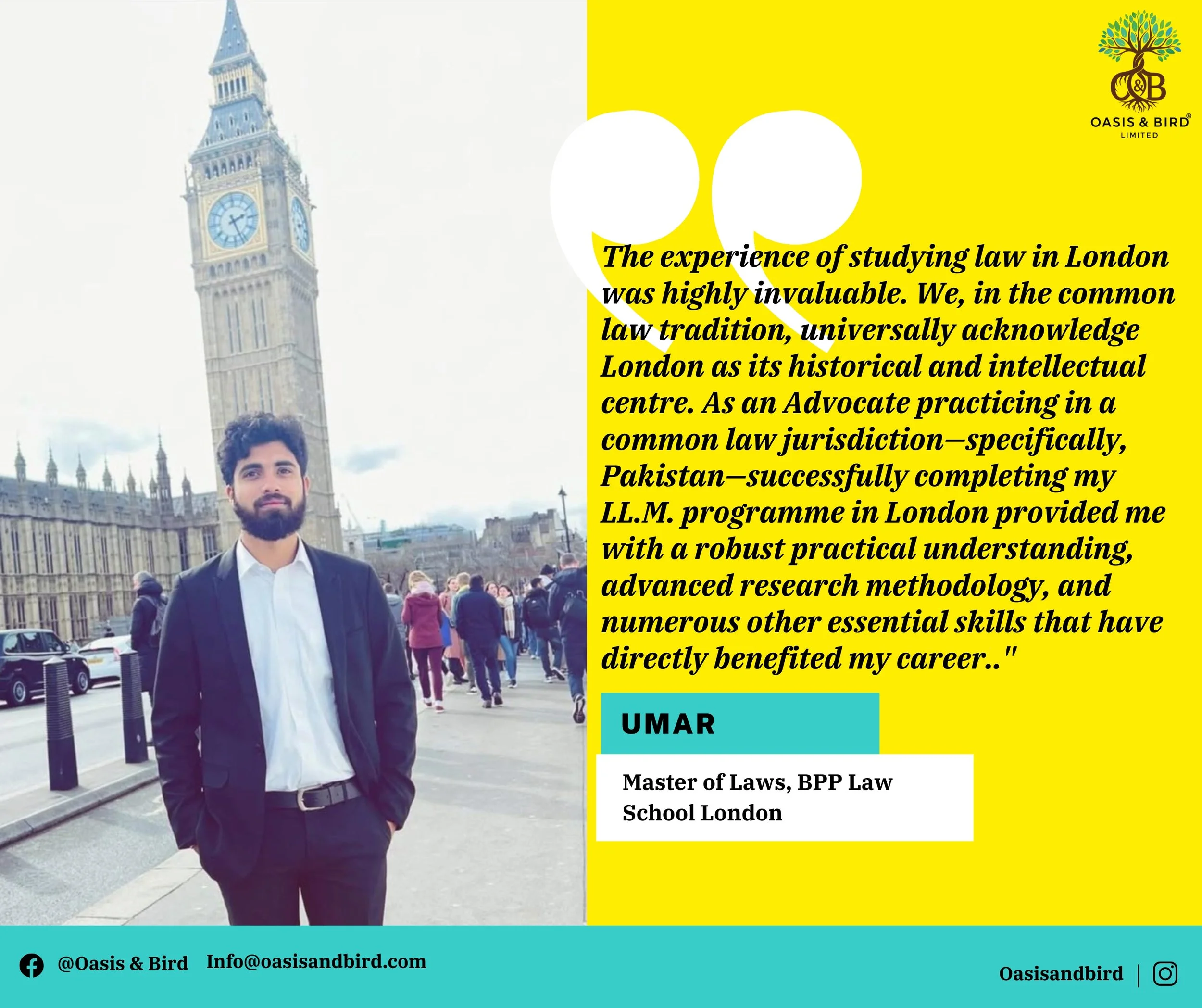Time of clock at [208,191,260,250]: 2:26
